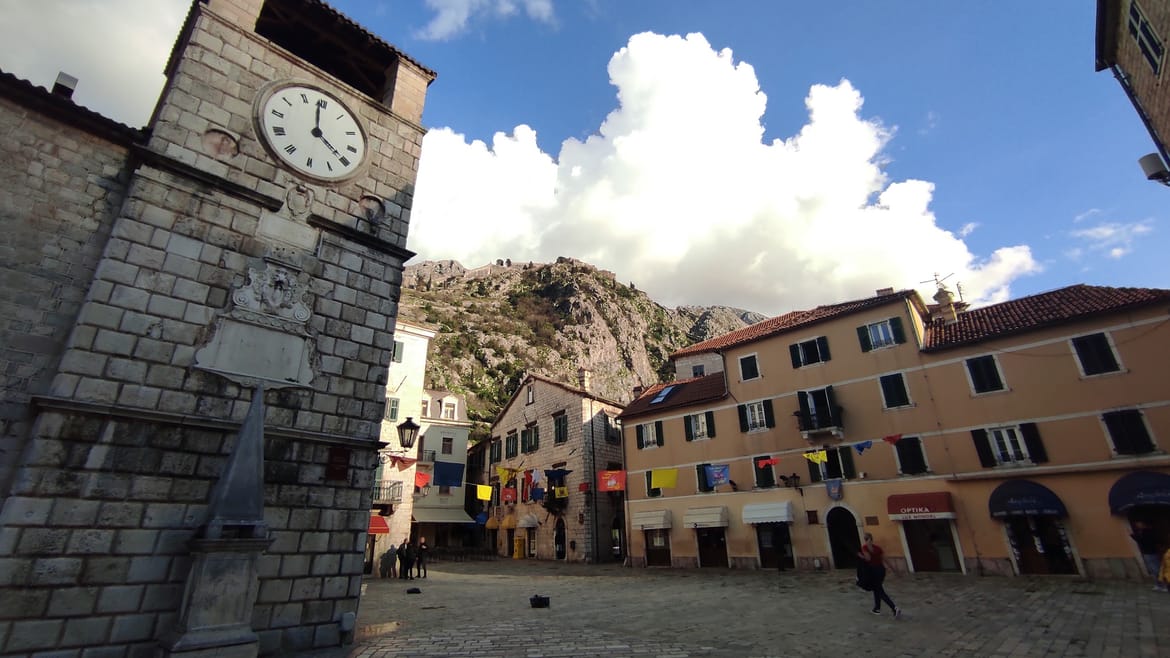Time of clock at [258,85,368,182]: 3:58
